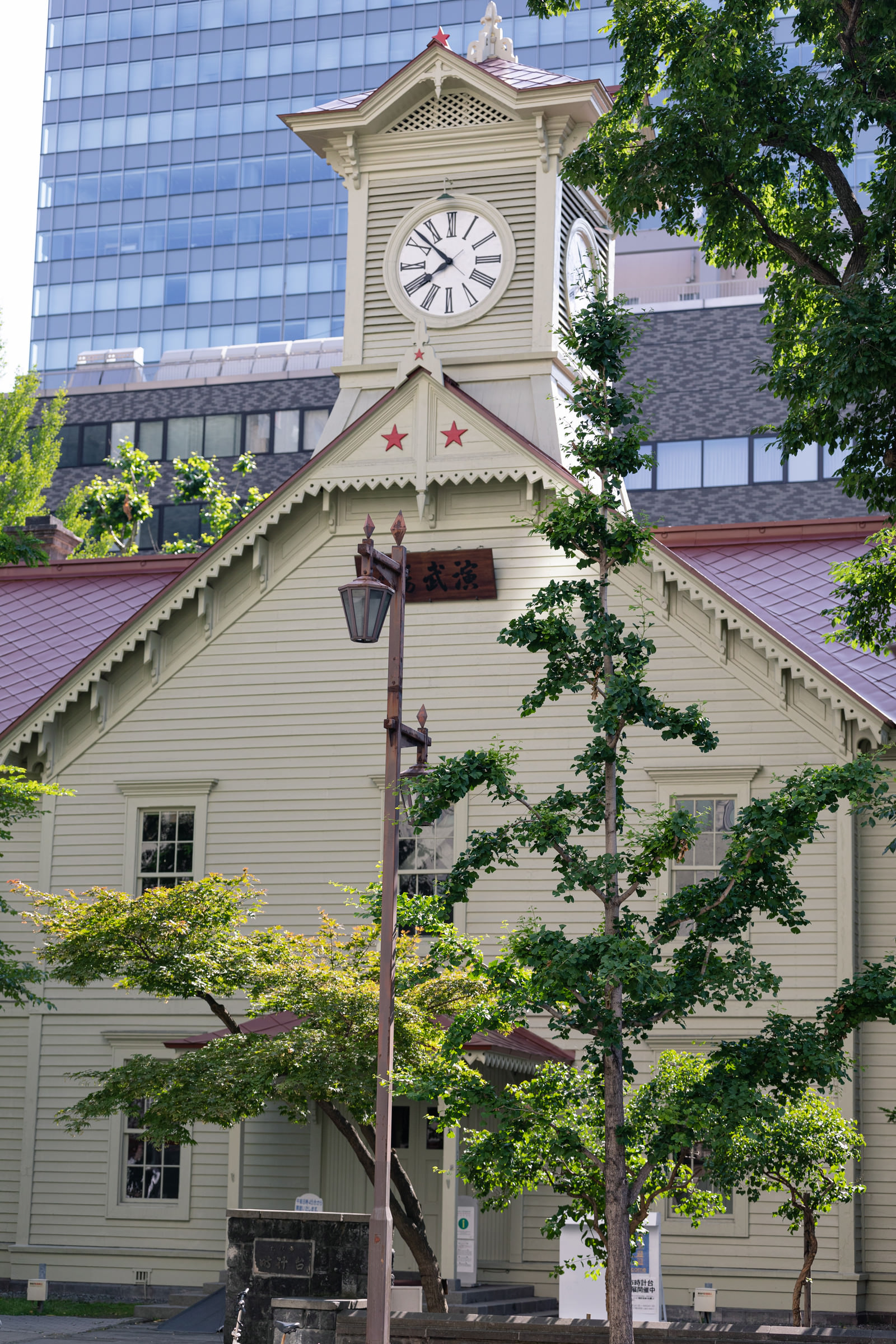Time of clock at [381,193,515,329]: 7:52
